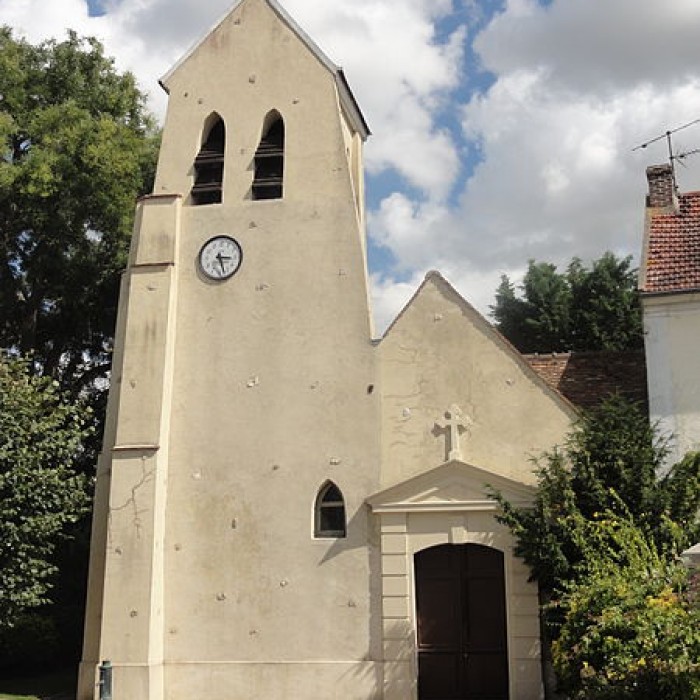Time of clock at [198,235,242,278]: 3:27
